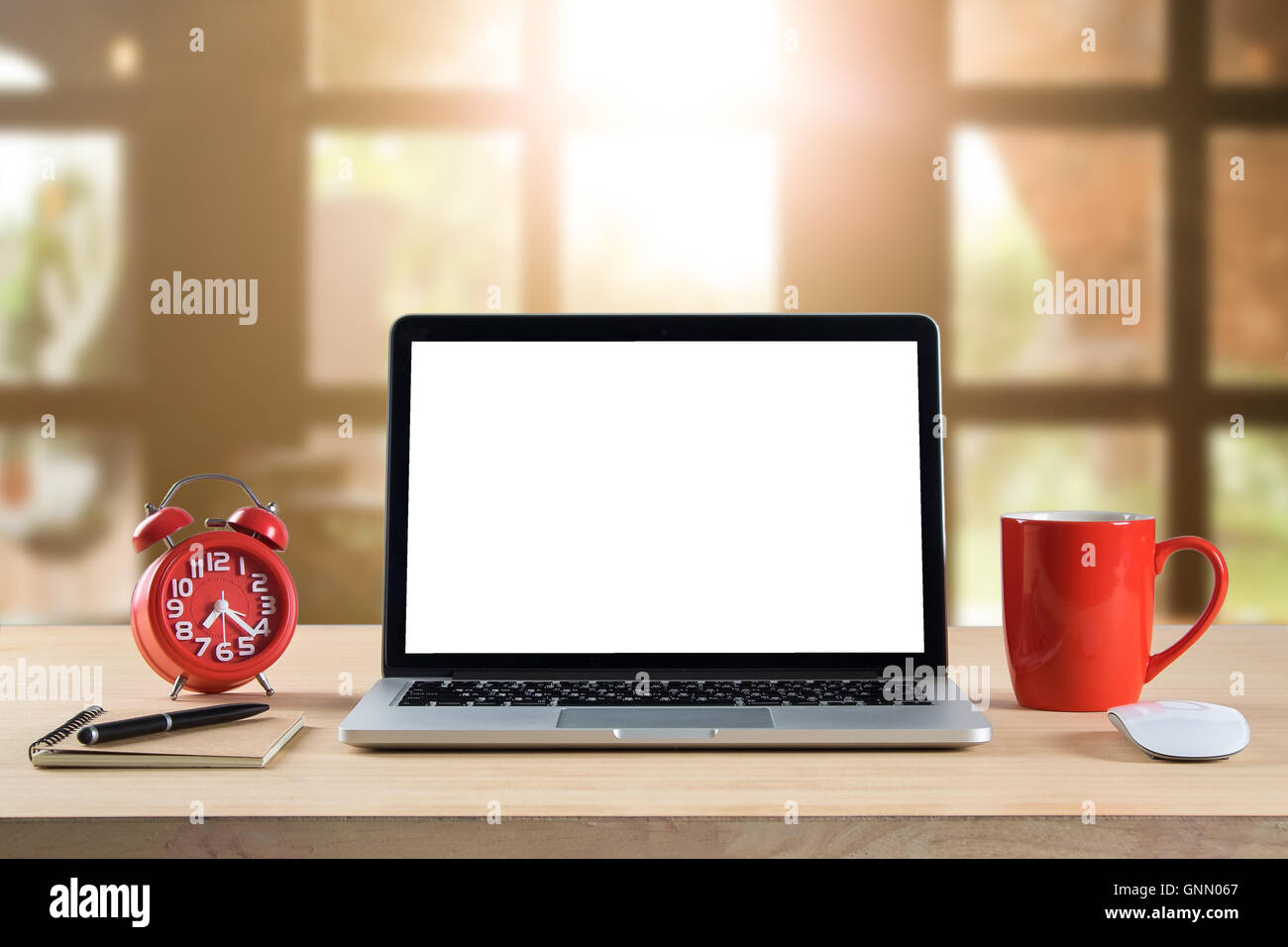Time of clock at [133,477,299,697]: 7:21
